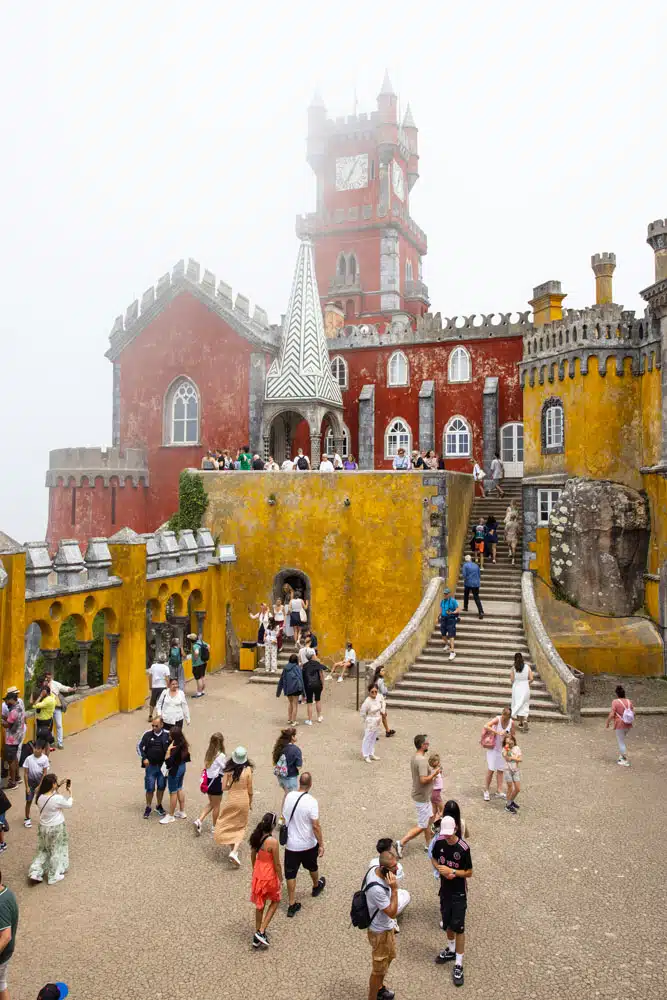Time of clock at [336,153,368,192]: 7:04
